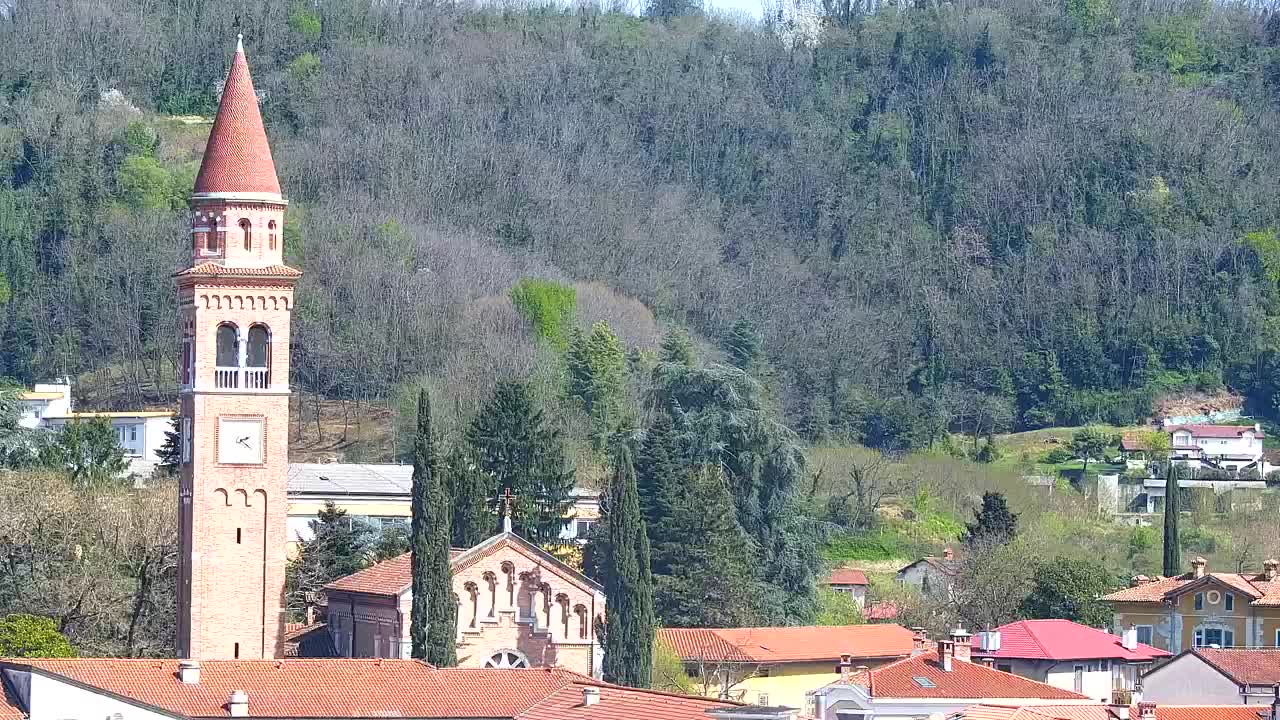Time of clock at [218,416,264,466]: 2:21
